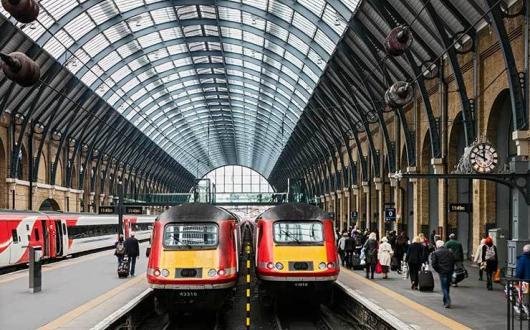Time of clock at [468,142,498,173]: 11:49
